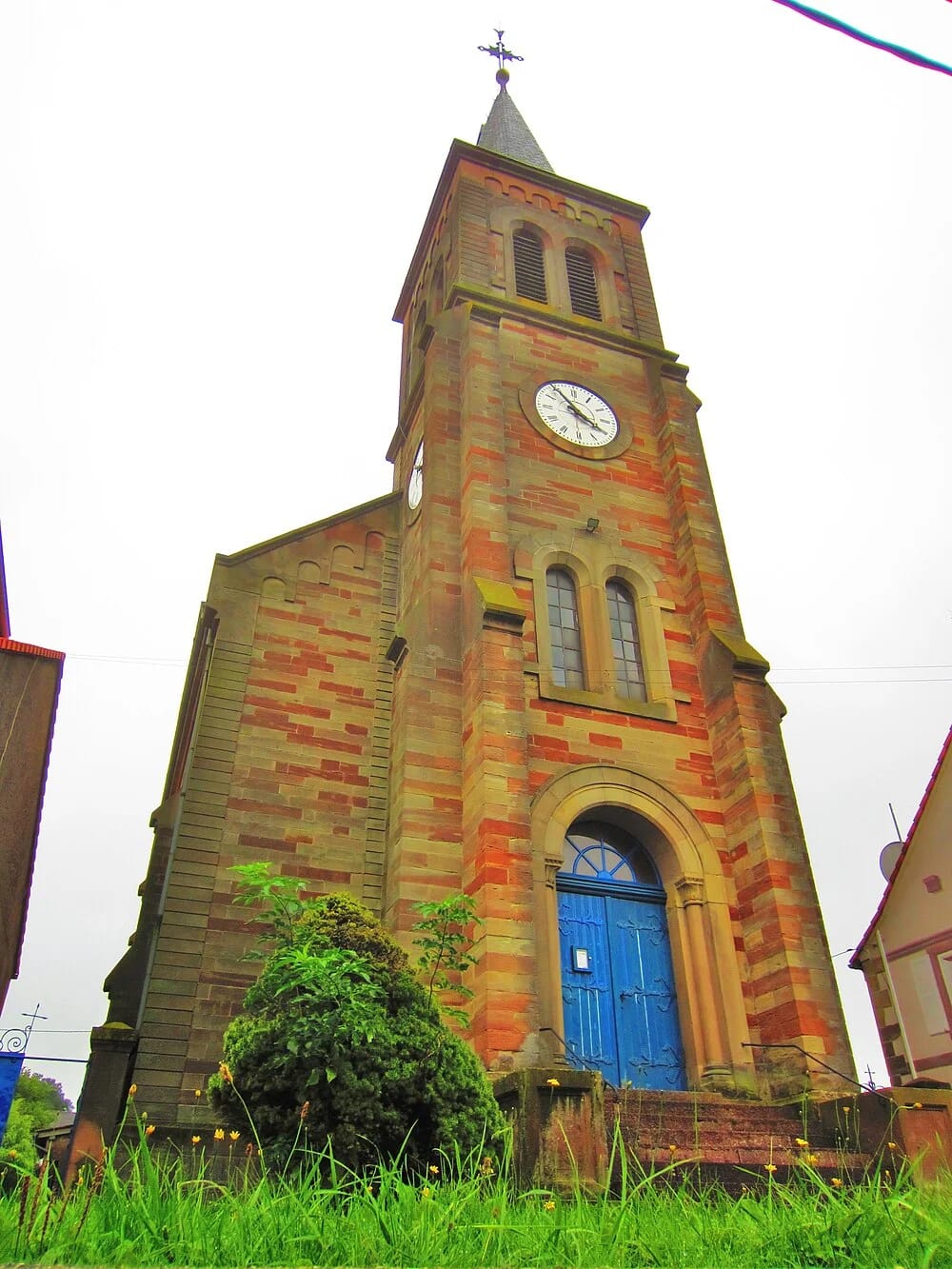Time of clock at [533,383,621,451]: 3:54
